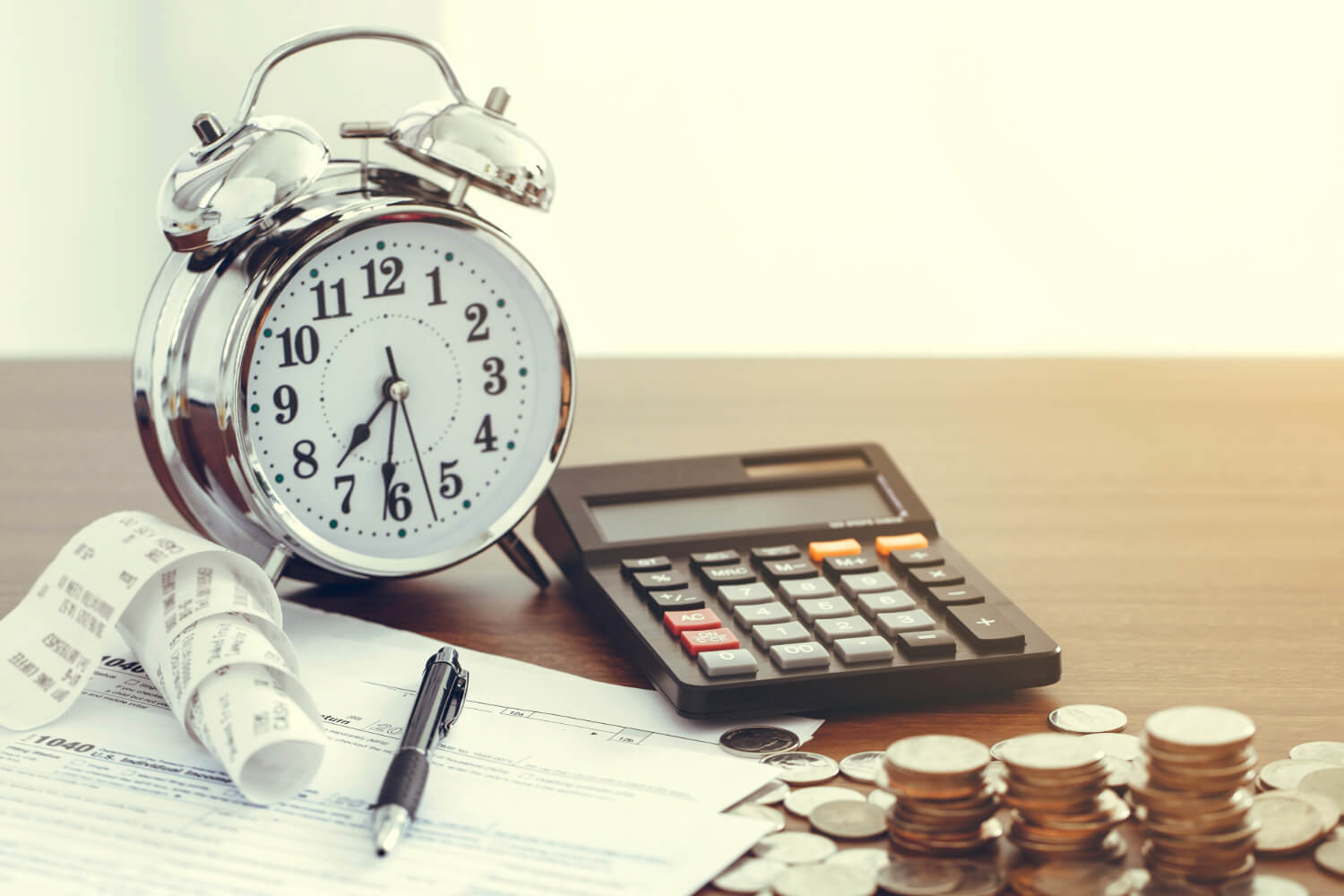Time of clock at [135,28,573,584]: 7:31
